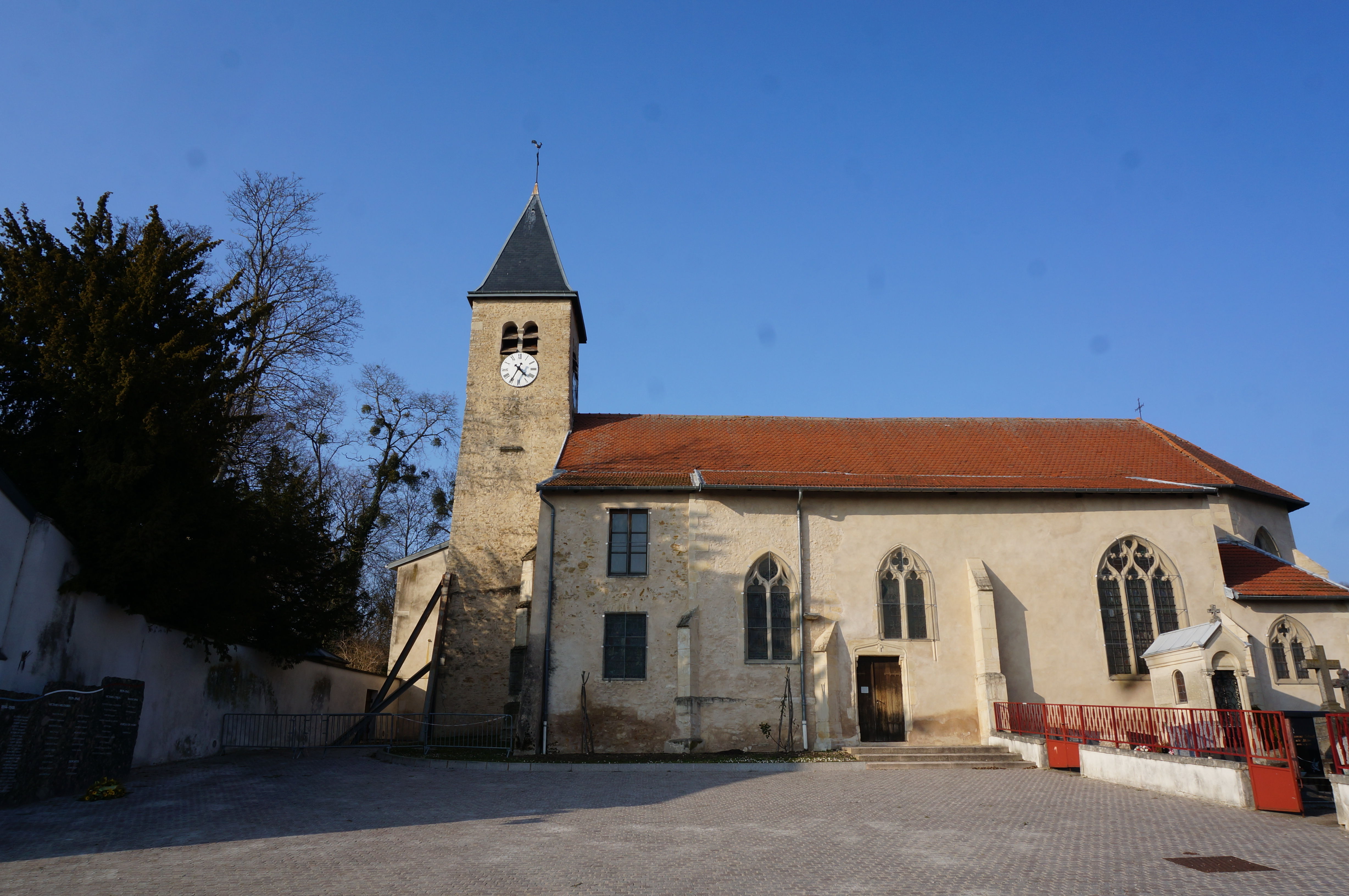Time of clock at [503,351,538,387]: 4:34
